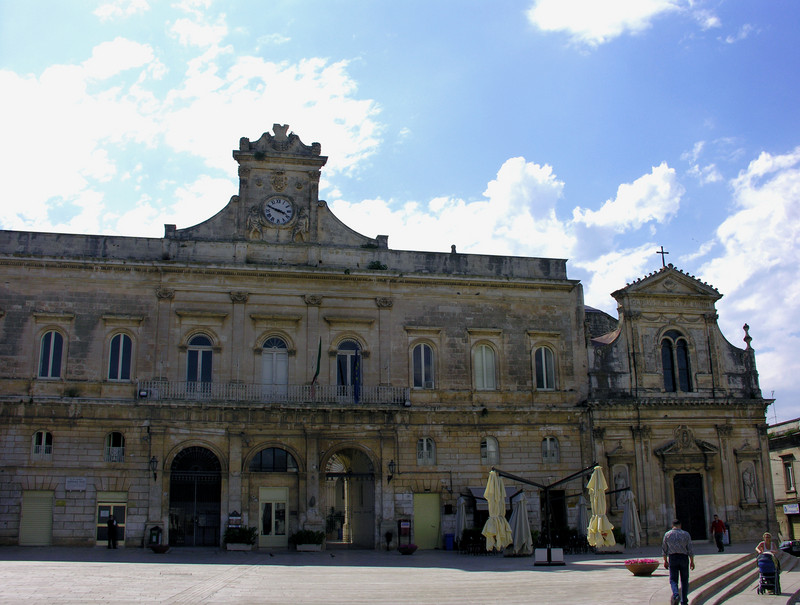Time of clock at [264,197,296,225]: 3:48
